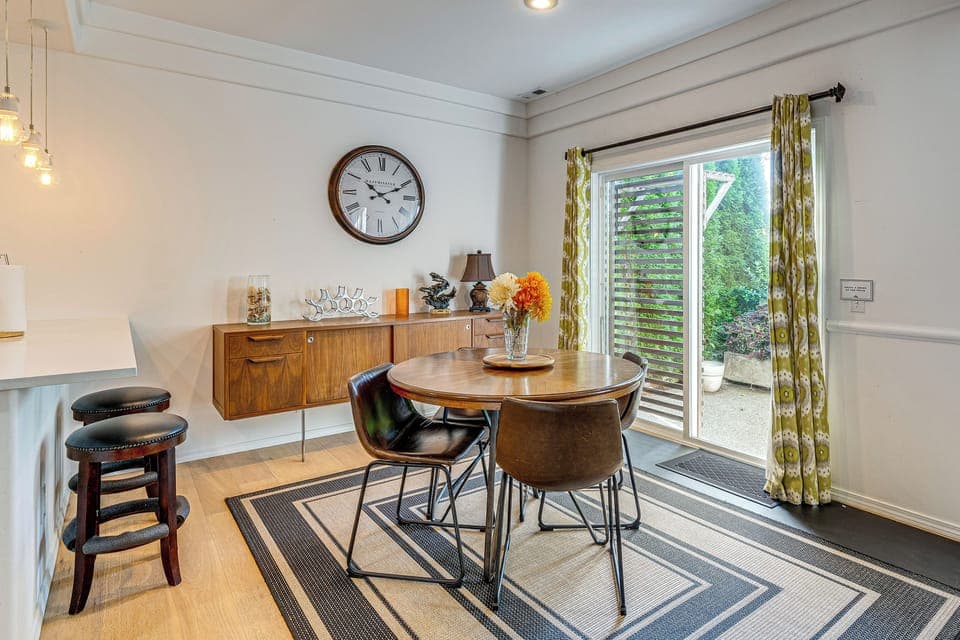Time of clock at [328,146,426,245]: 10:10
